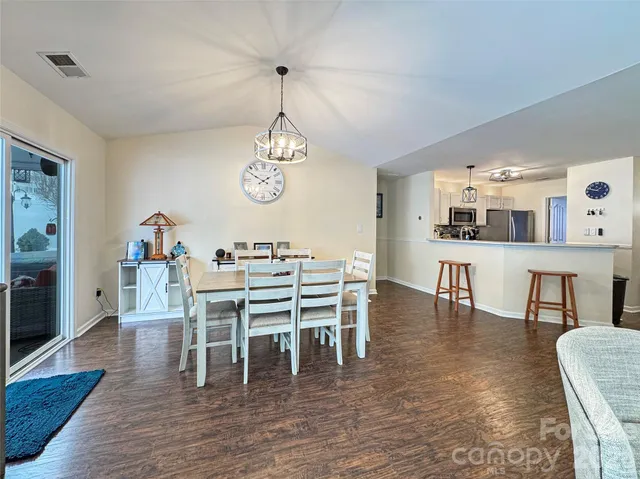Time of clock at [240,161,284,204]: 1:50
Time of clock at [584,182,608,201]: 9:12
